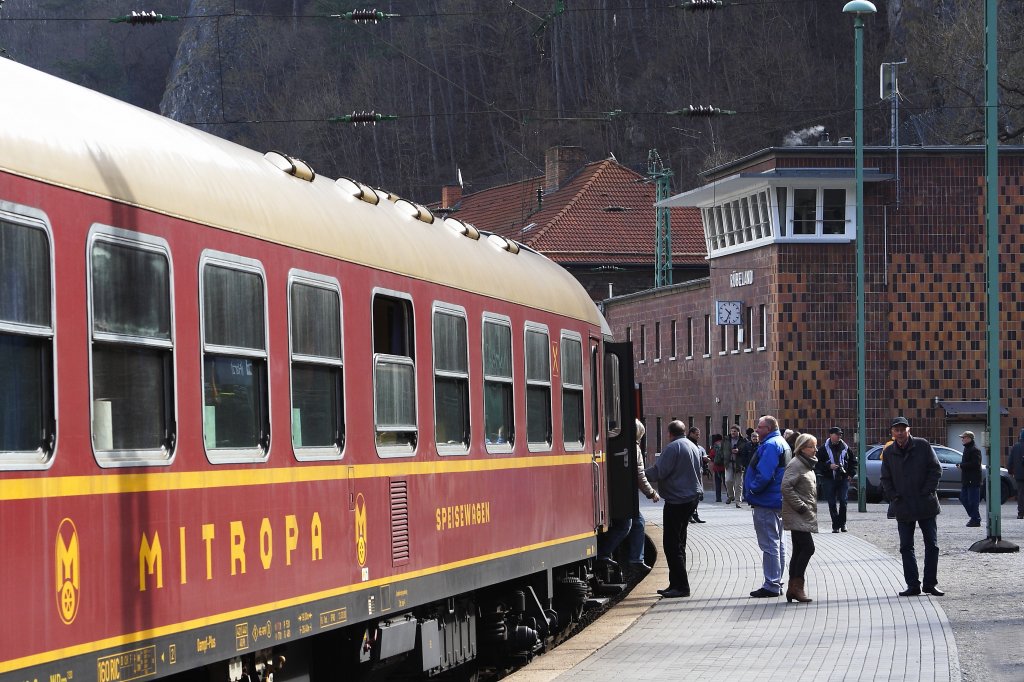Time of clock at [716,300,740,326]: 10:34
